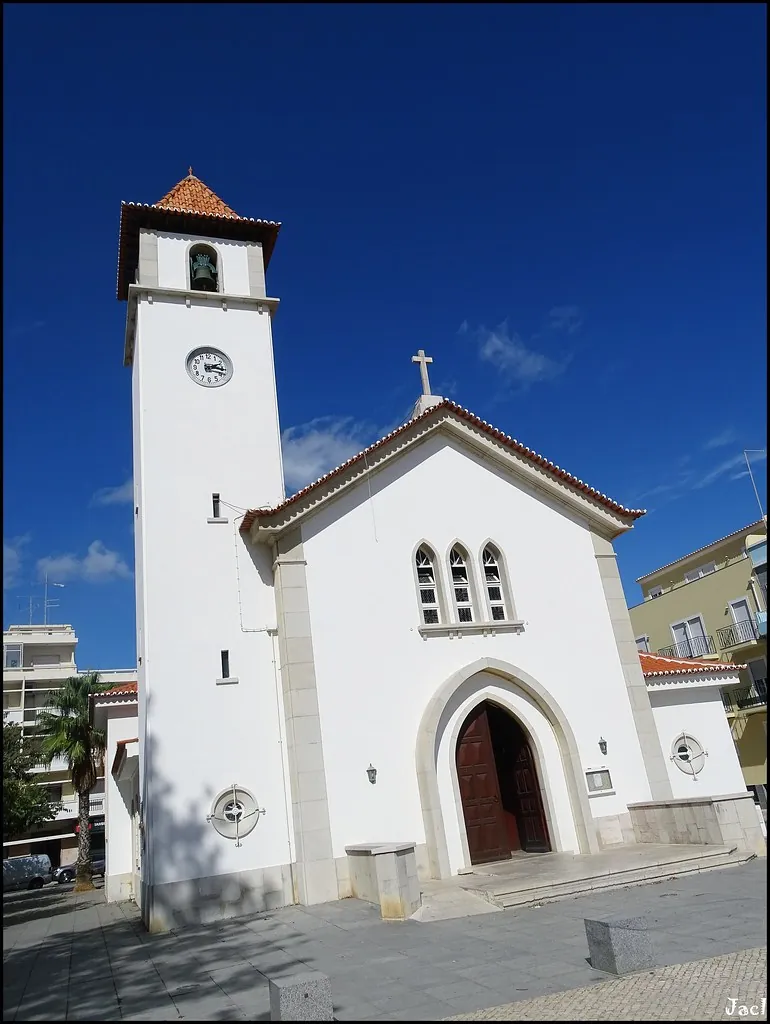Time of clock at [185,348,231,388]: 2:16
